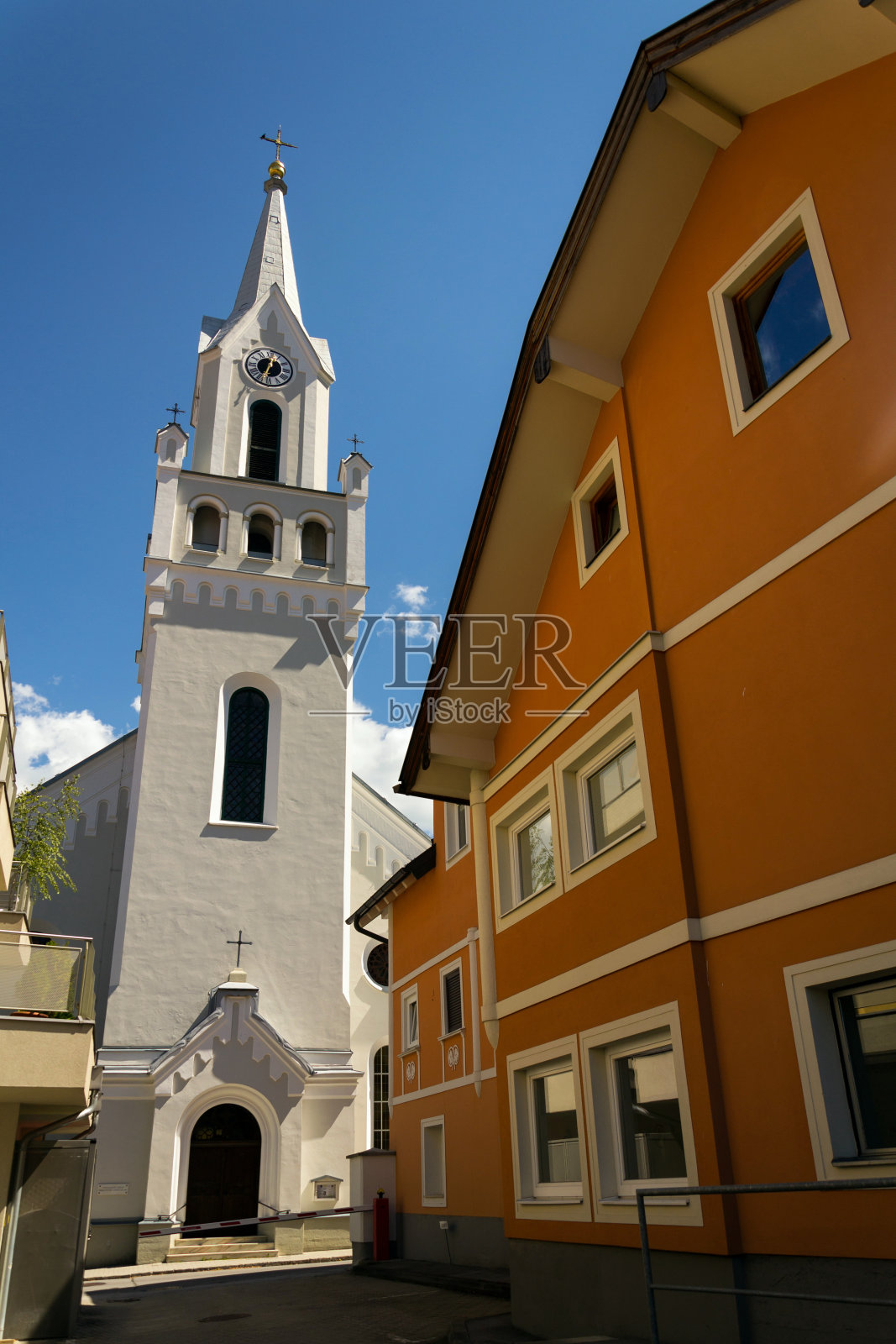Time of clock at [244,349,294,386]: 12:32
